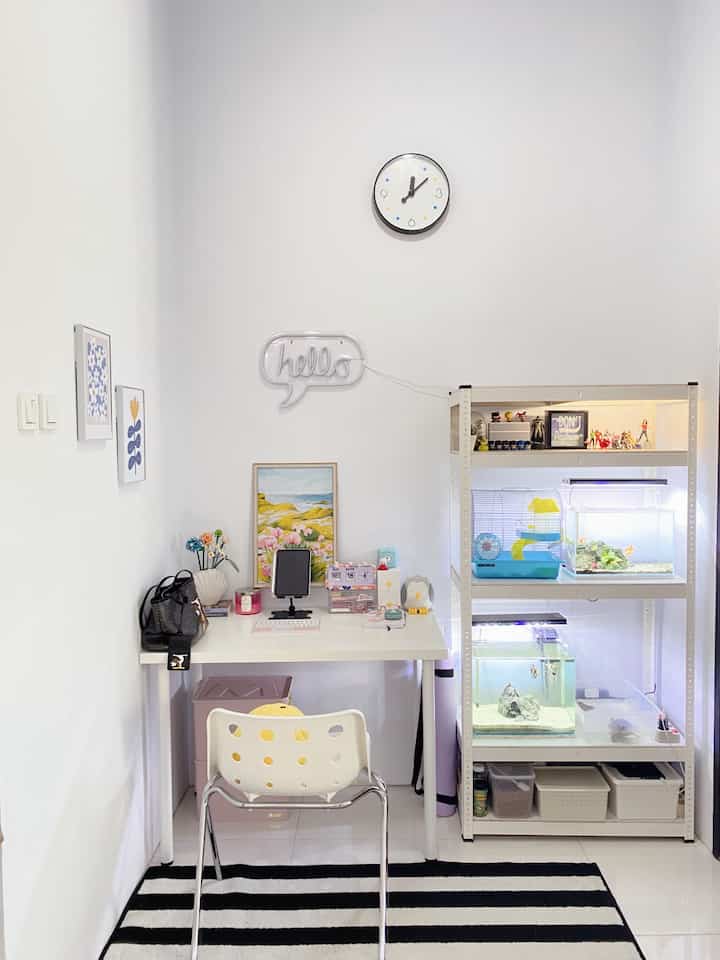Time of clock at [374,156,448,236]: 12:08
